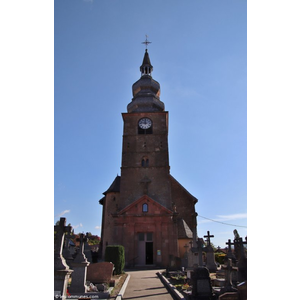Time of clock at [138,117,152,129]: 11:46
